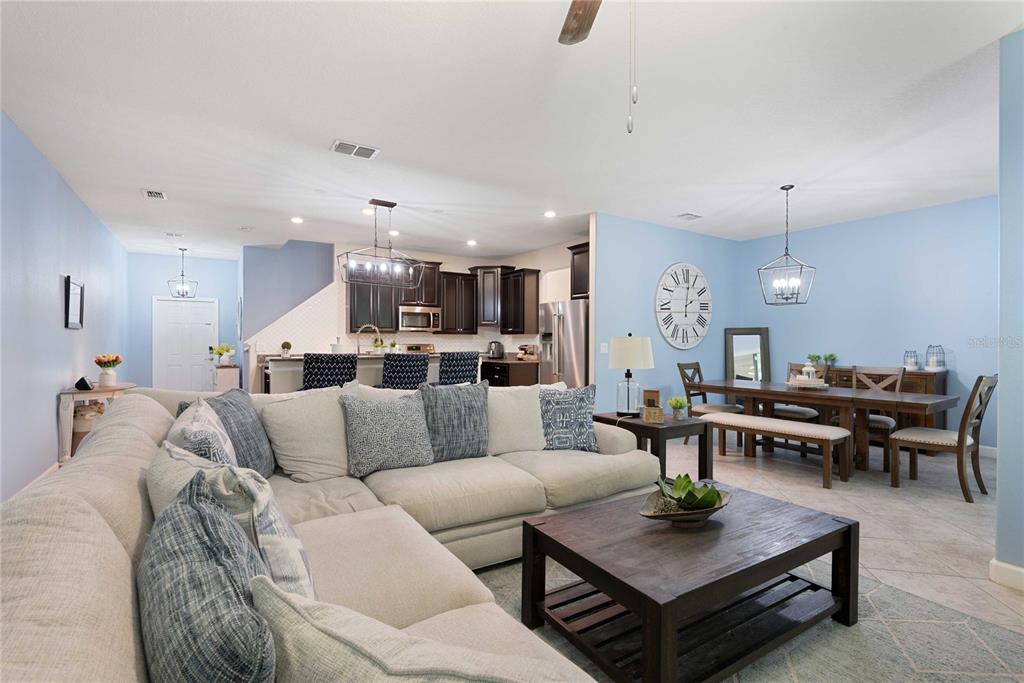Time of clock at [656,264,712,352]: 2:01
